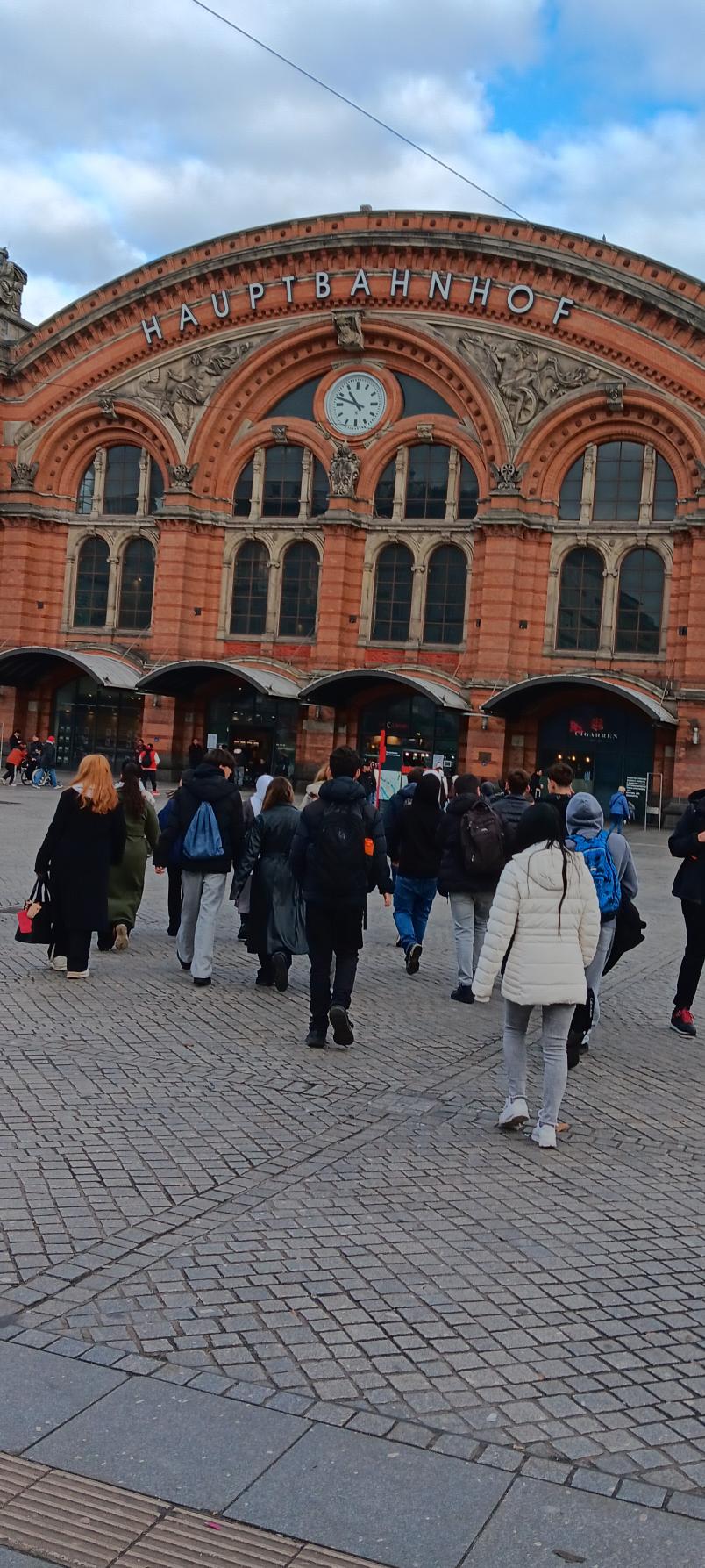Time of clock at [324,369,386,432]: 10:48
